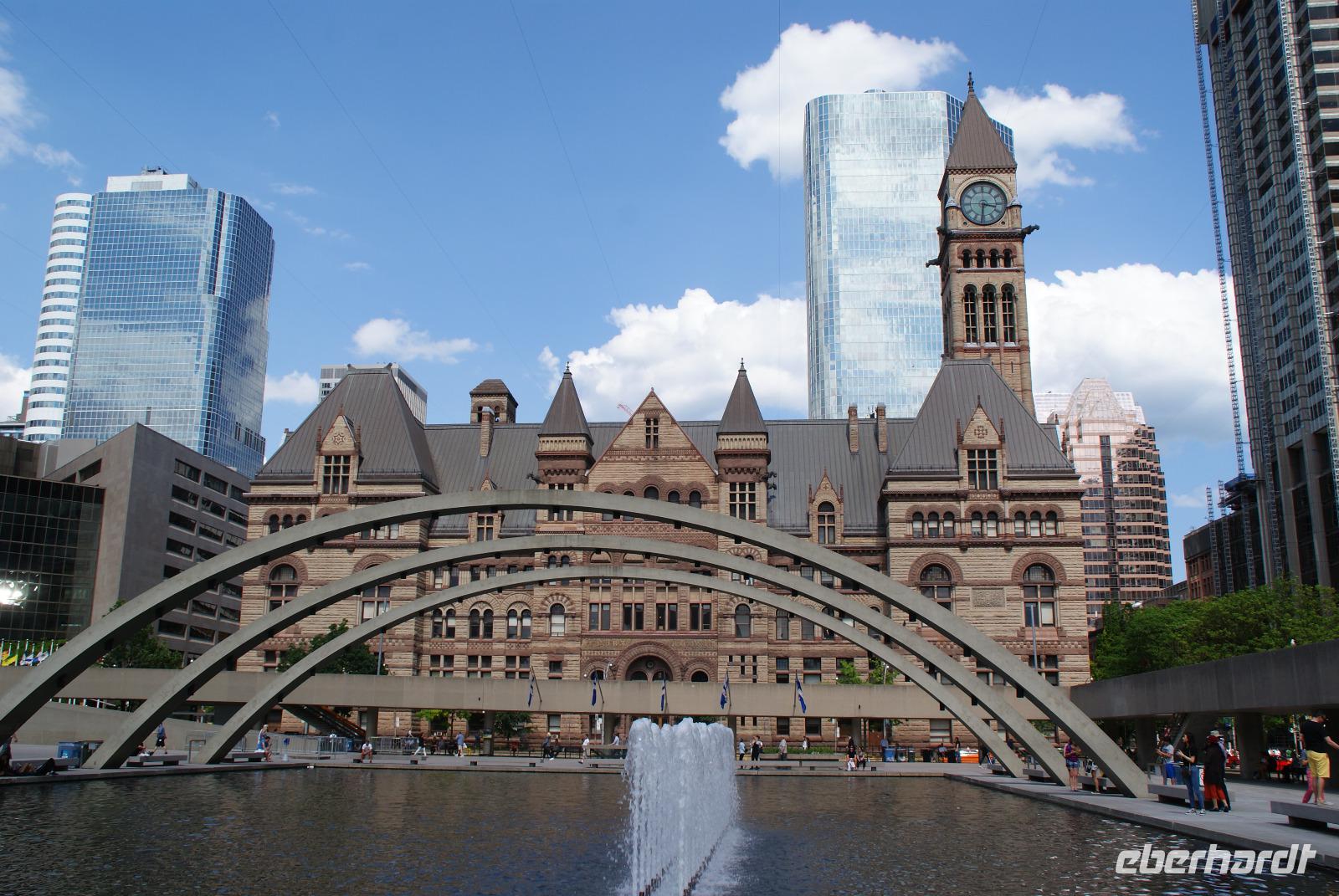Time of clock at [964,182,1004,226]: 3:31
